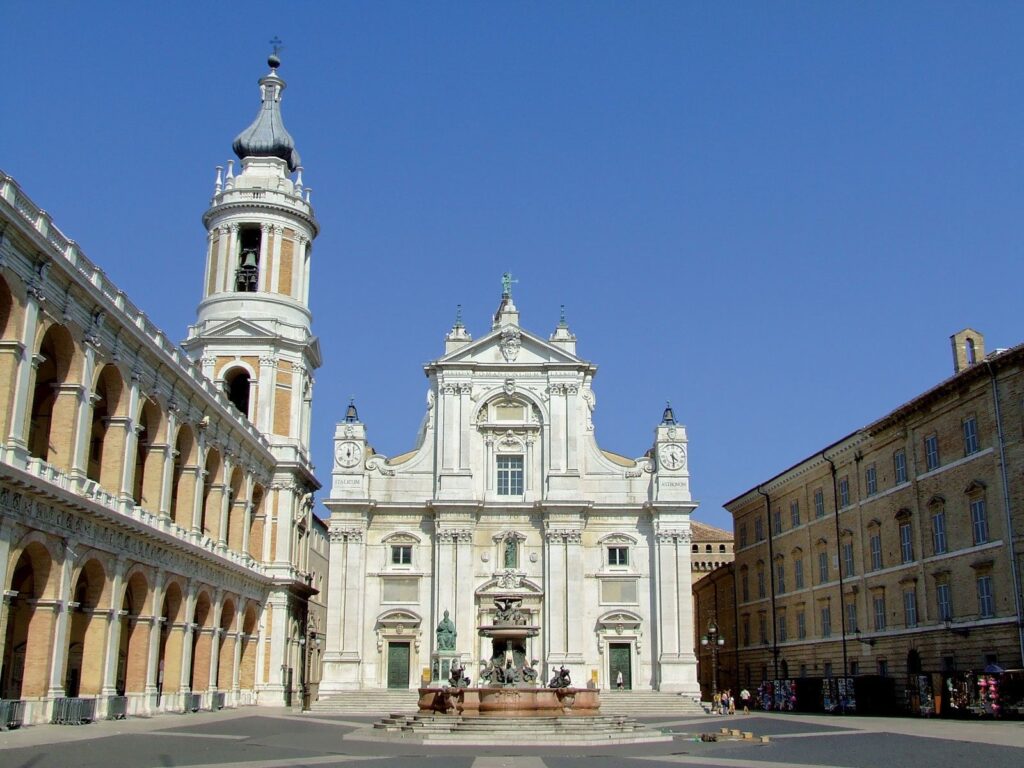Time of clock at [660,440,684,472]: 4:29
